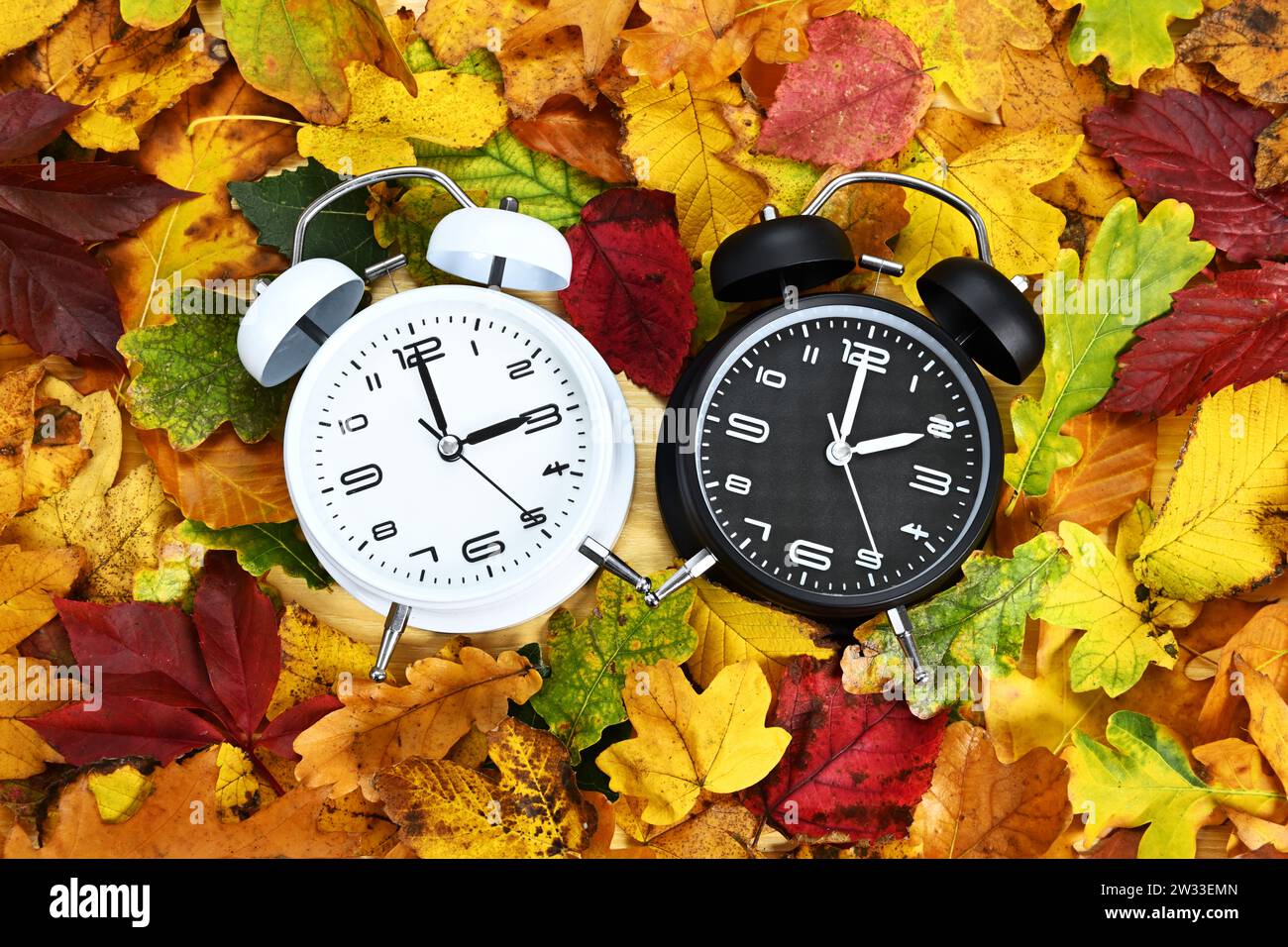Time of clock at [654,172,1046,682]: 2:00
